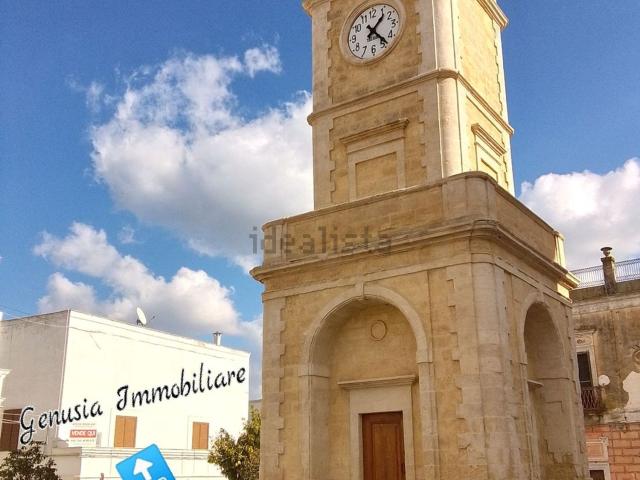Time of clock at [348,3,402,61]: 1:23
